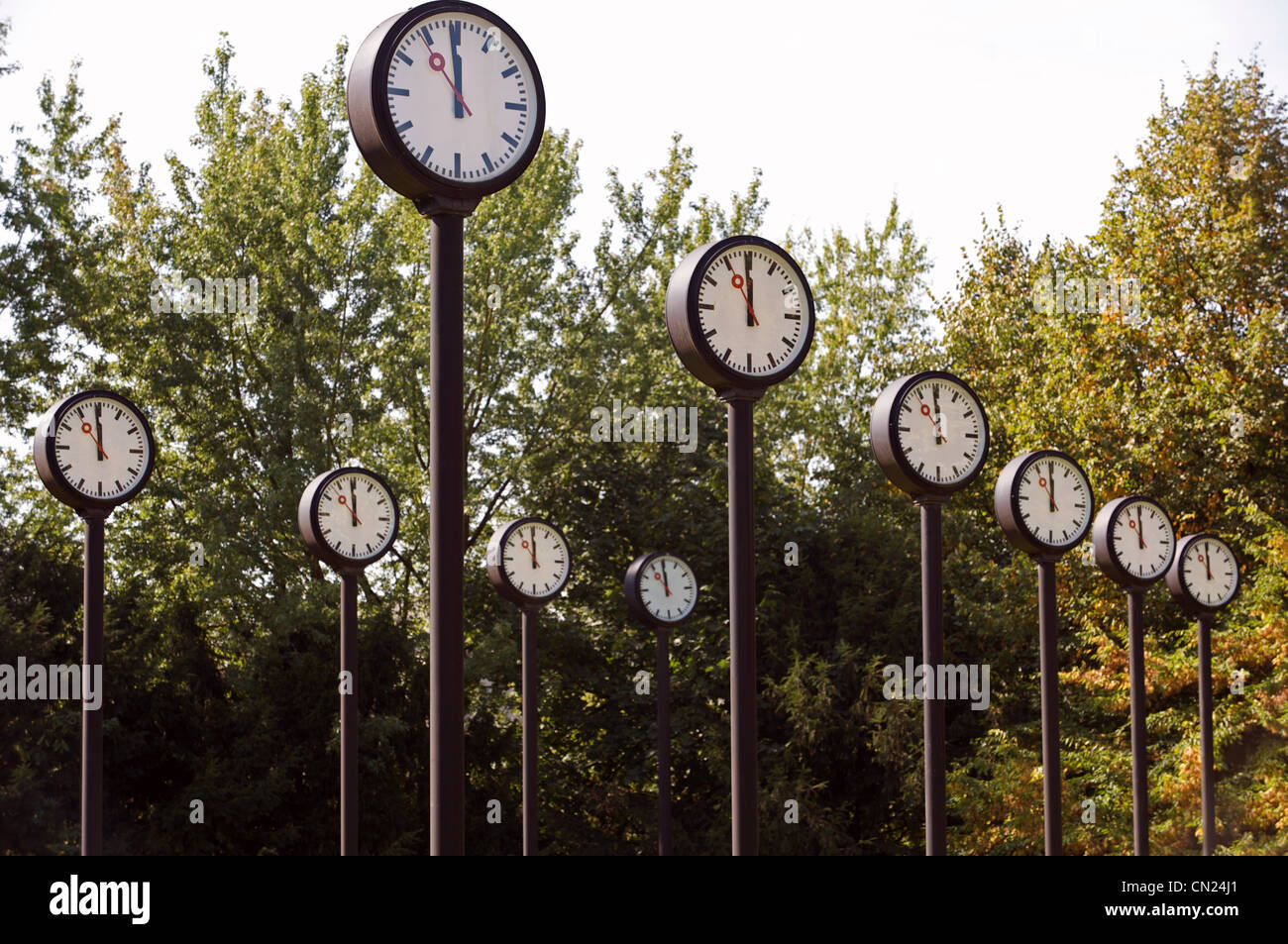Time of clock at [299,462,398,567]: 11:58
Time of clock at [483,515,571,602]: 11:59
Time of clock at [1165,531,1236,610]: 11:59
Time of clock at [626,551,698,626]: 10:59
